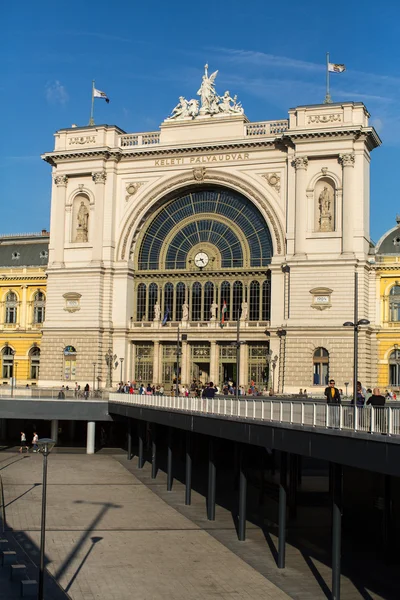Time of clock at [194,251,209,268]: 4:42
